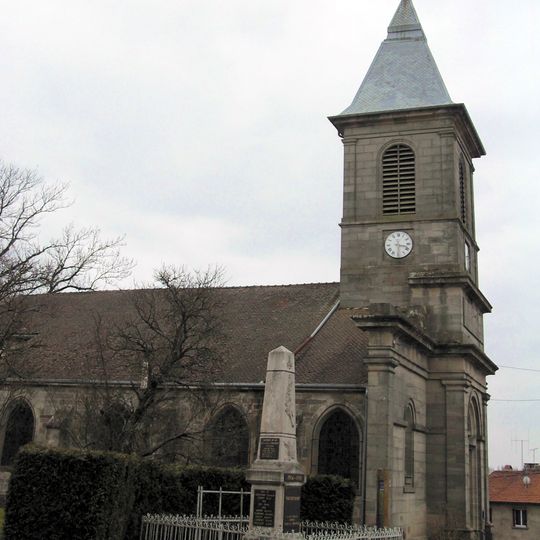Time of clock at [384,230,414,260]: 3:29
